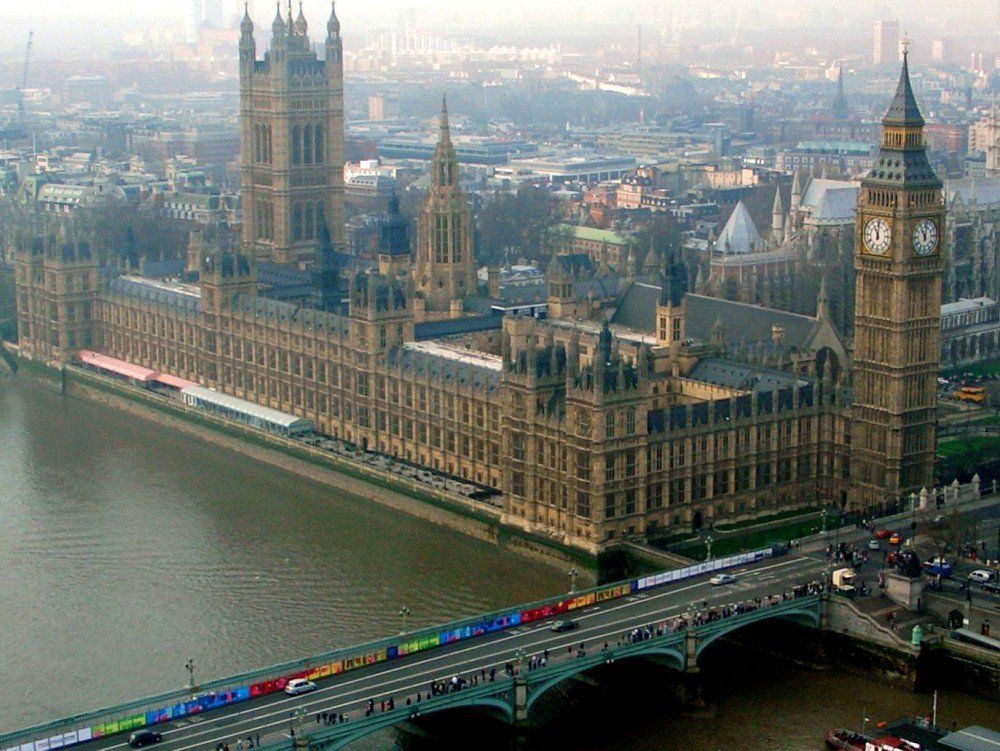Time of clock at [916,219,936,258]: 11:02
